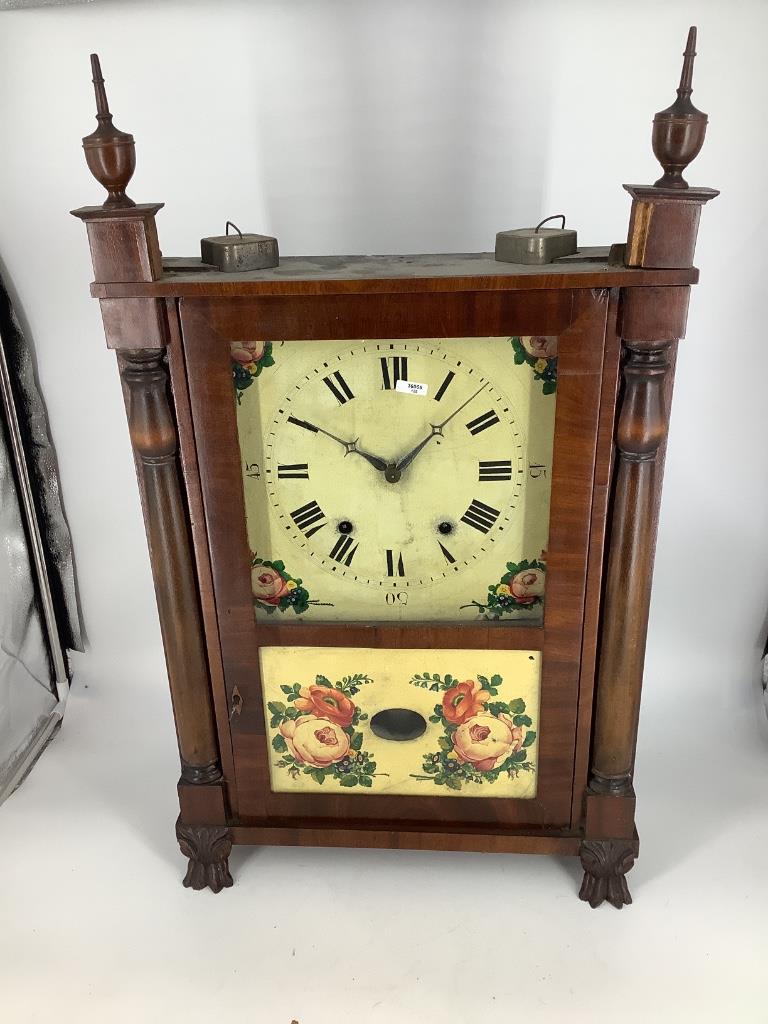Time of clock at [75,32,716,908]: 10:07
